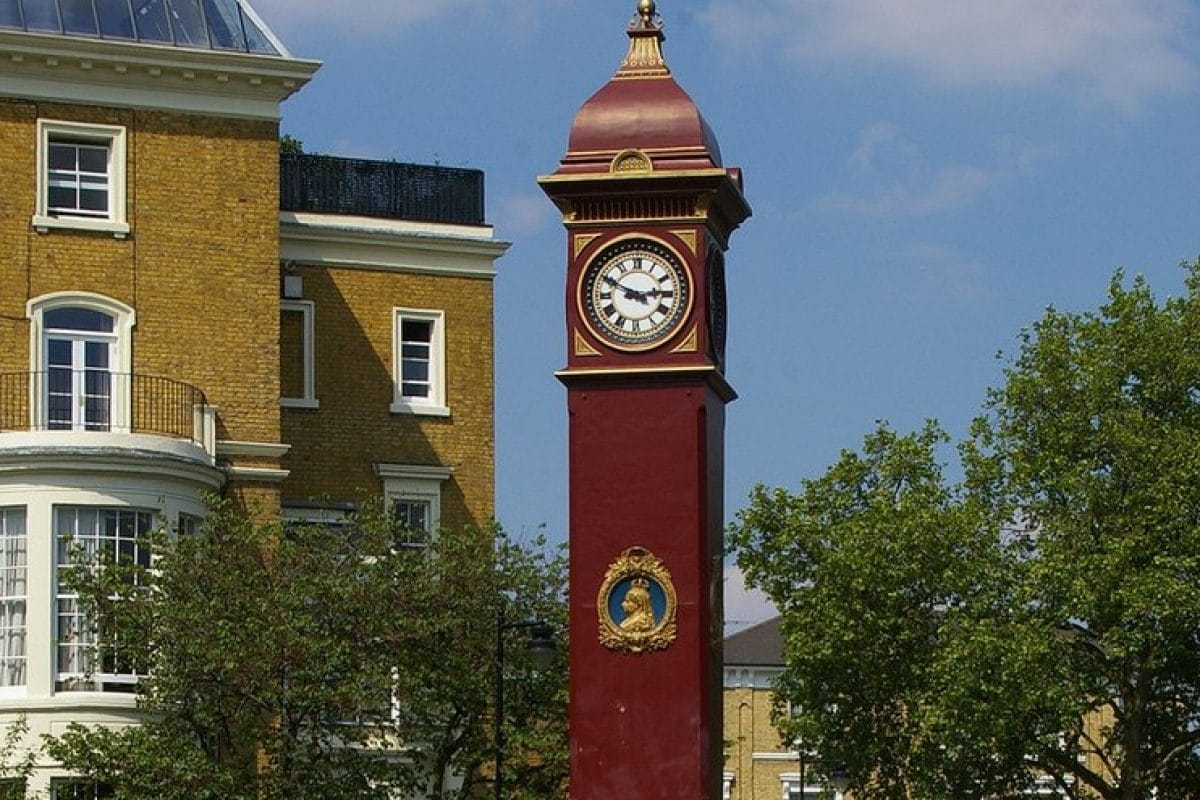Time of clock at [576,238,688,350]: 2:49
